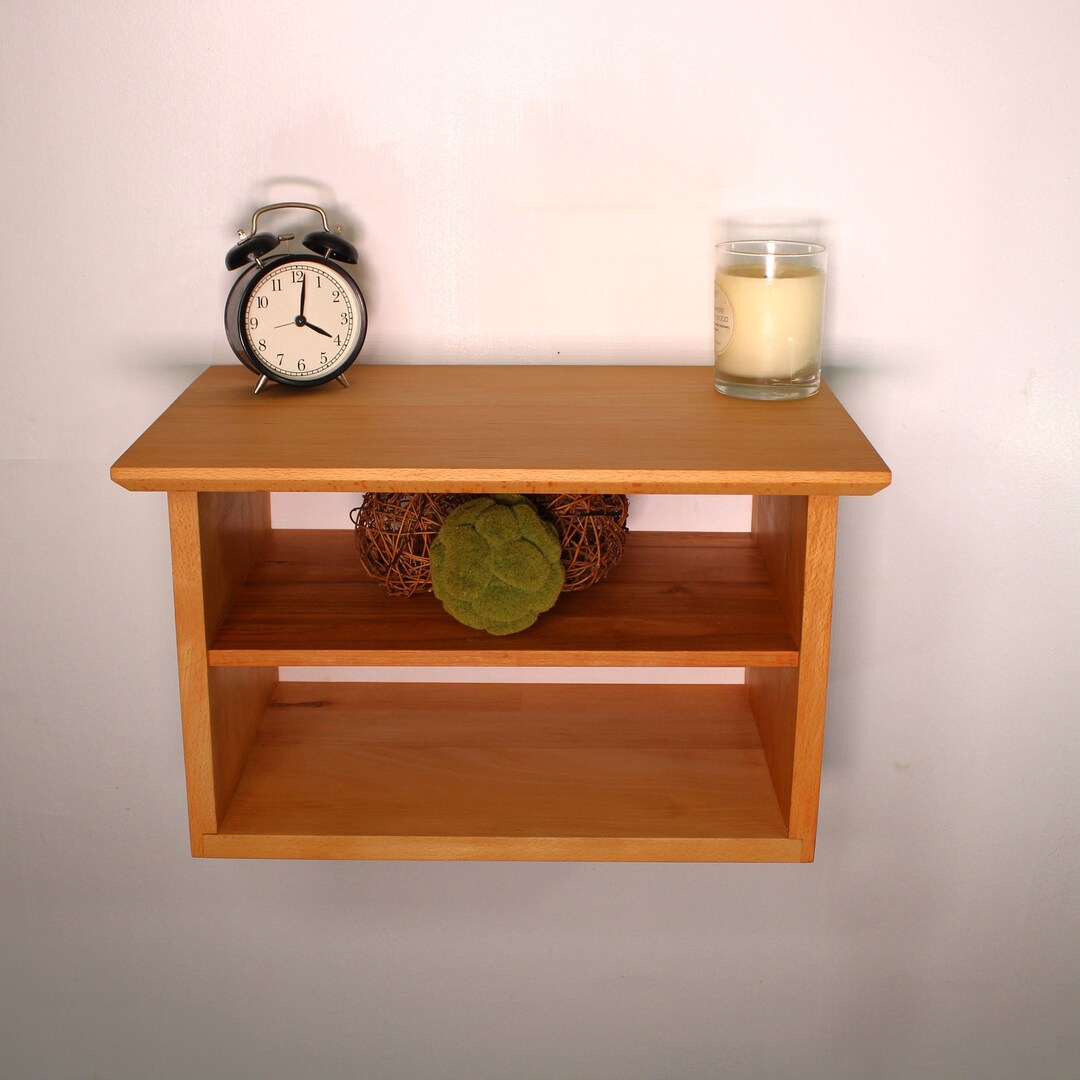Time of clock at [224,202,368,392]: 4:01
